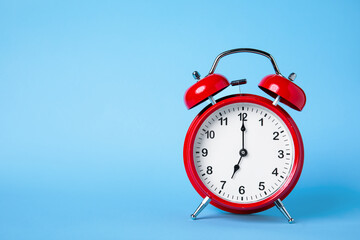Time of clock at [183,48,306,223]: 7:00
